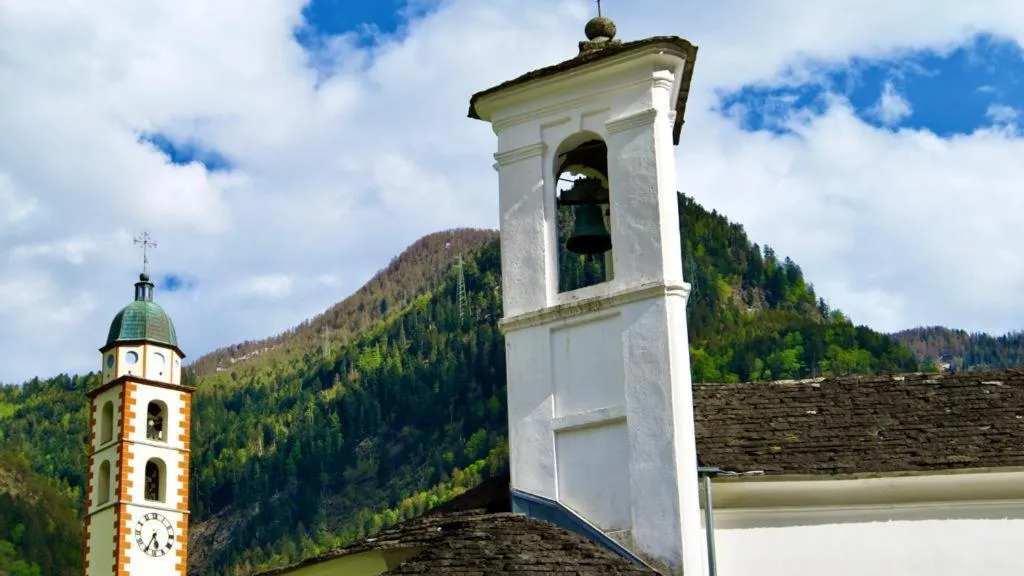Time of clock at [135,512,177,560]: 5:34
